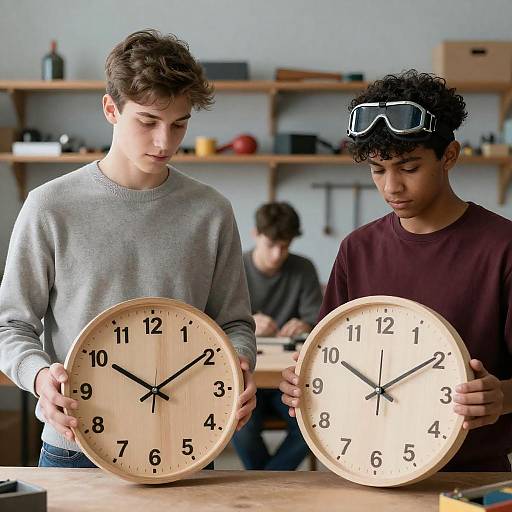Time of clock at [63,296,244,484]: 10:09
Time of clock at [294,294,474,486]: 10:09
